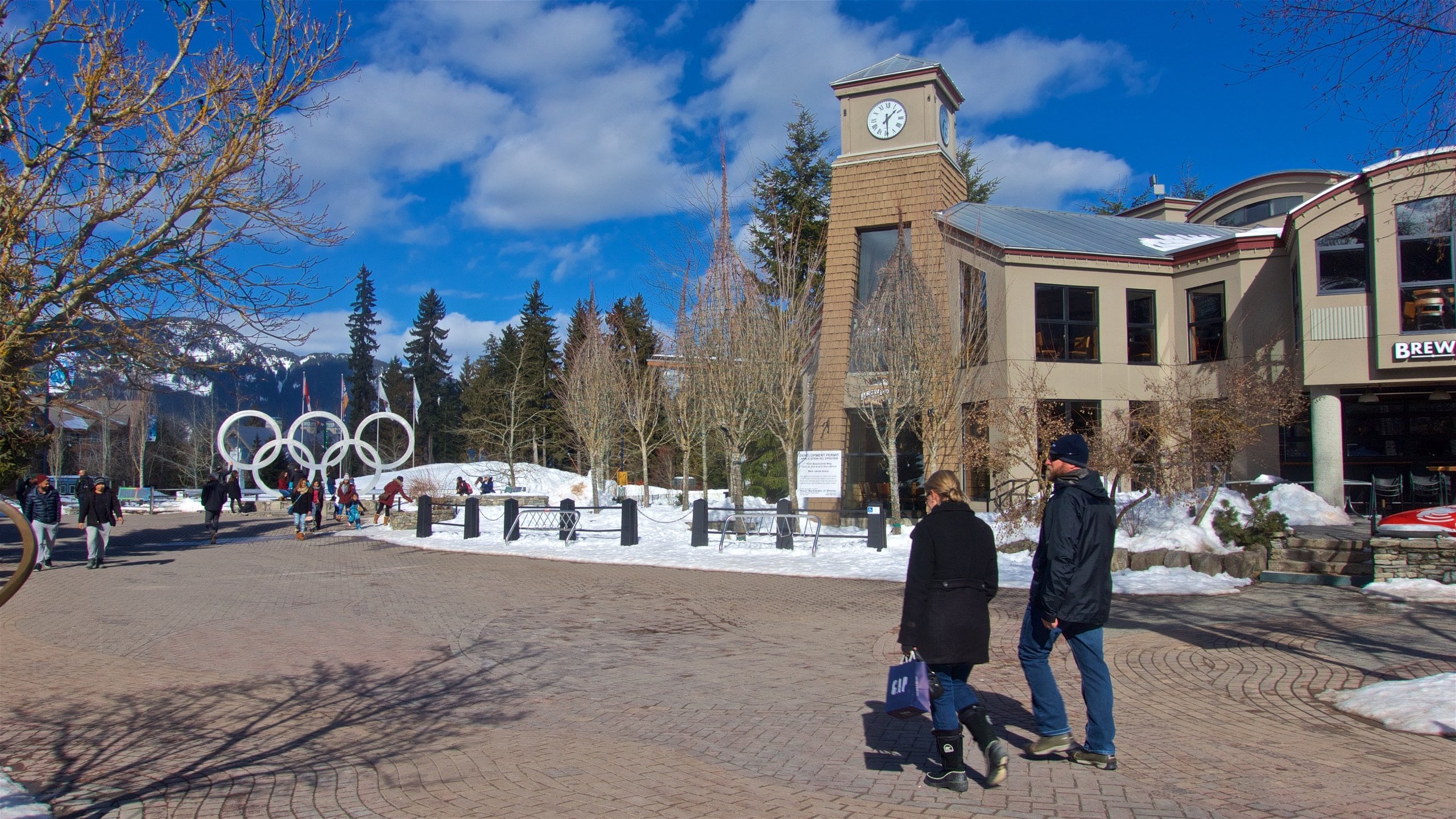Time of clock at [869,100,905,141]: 1:29
